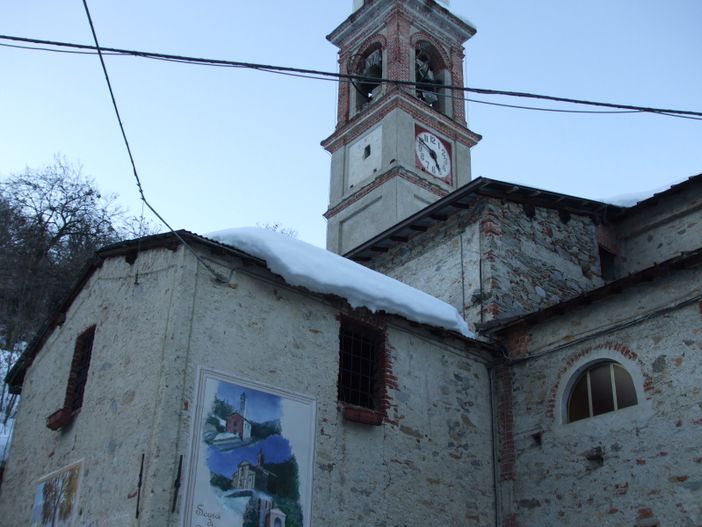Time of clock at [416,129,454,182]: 4:50
